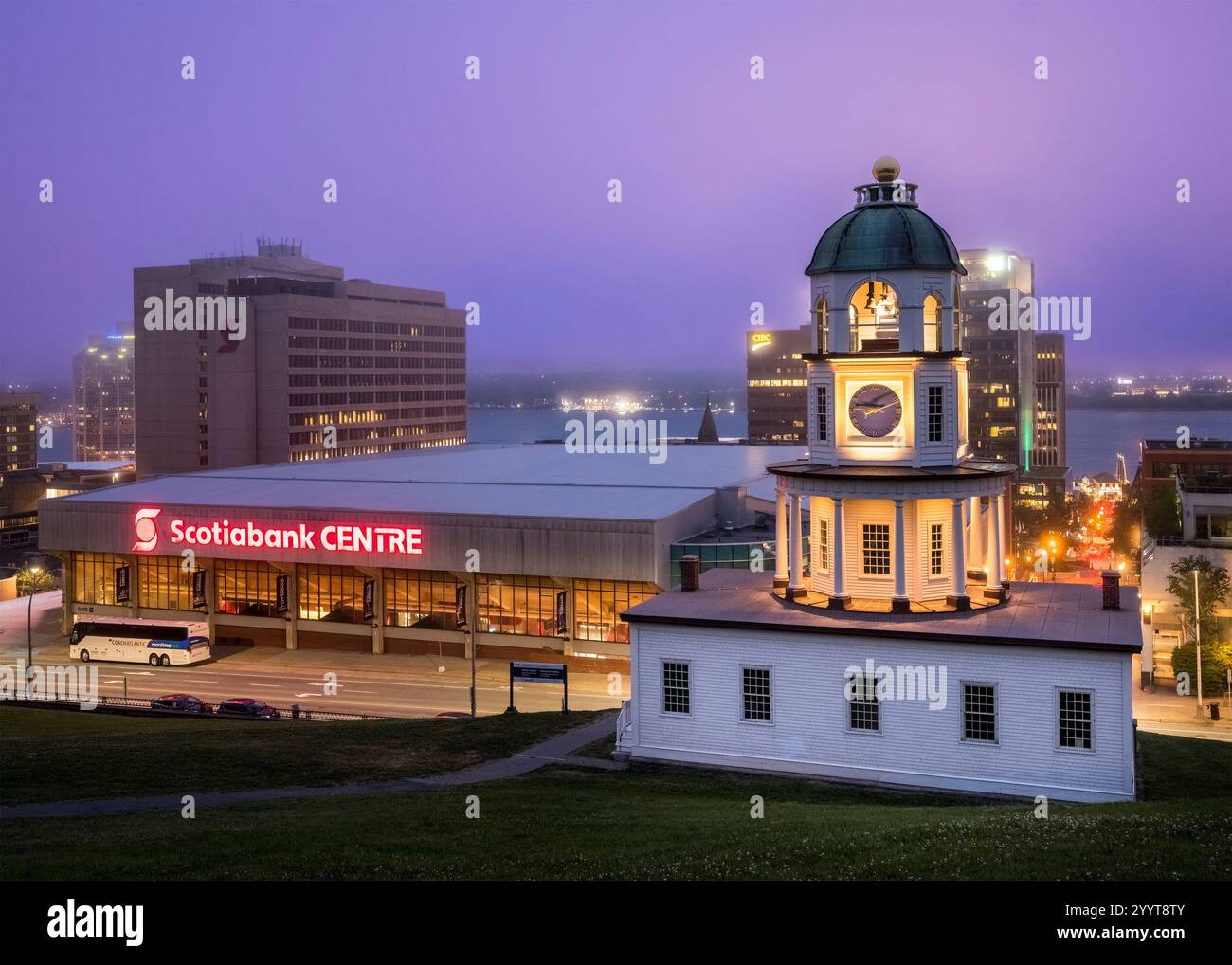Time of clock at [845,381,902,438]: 9:12
